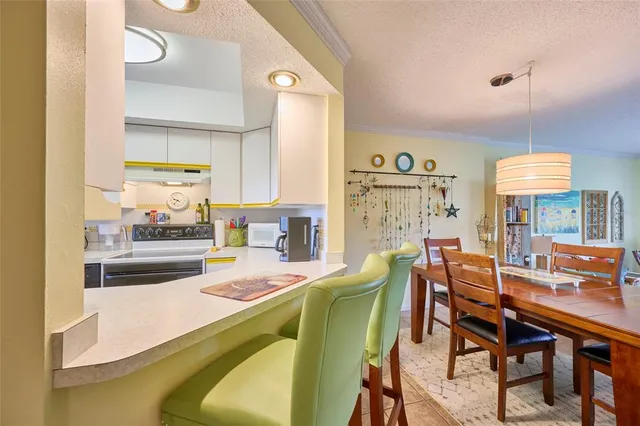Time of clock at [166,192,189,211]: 9:36
